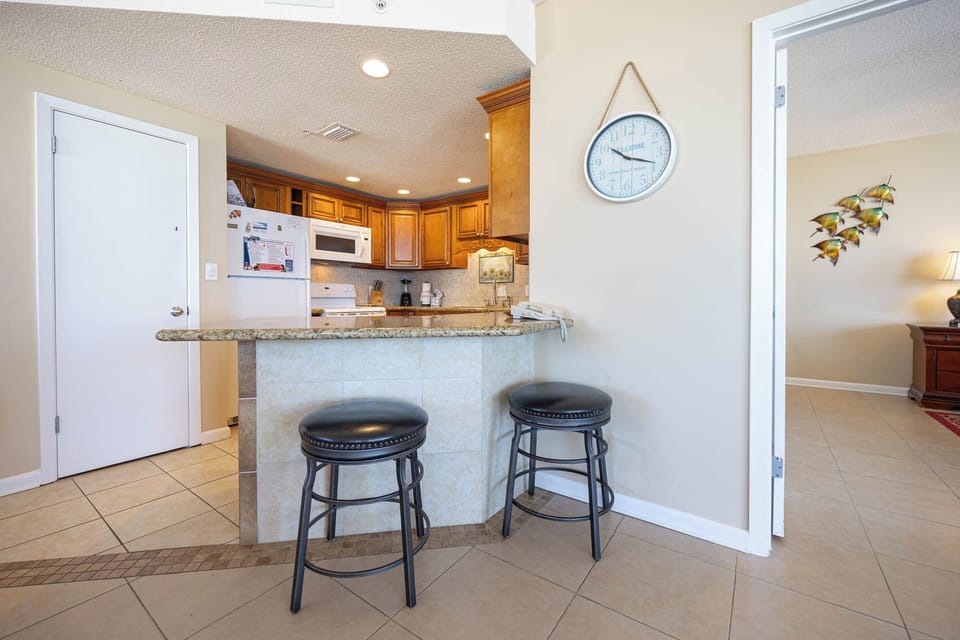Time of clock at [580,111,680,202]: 10:18
